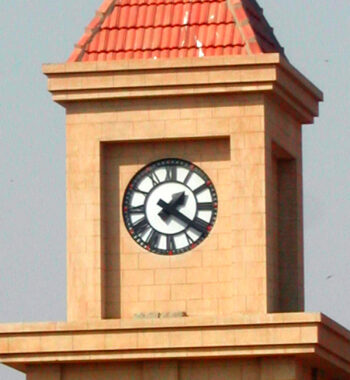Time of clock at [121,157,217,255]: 1:21
